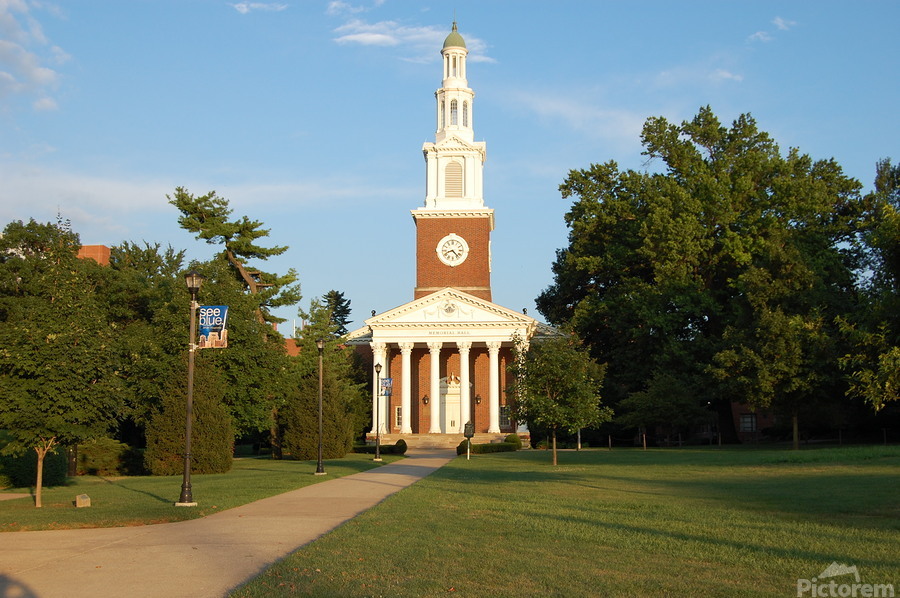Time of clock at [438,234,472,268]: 8:22
